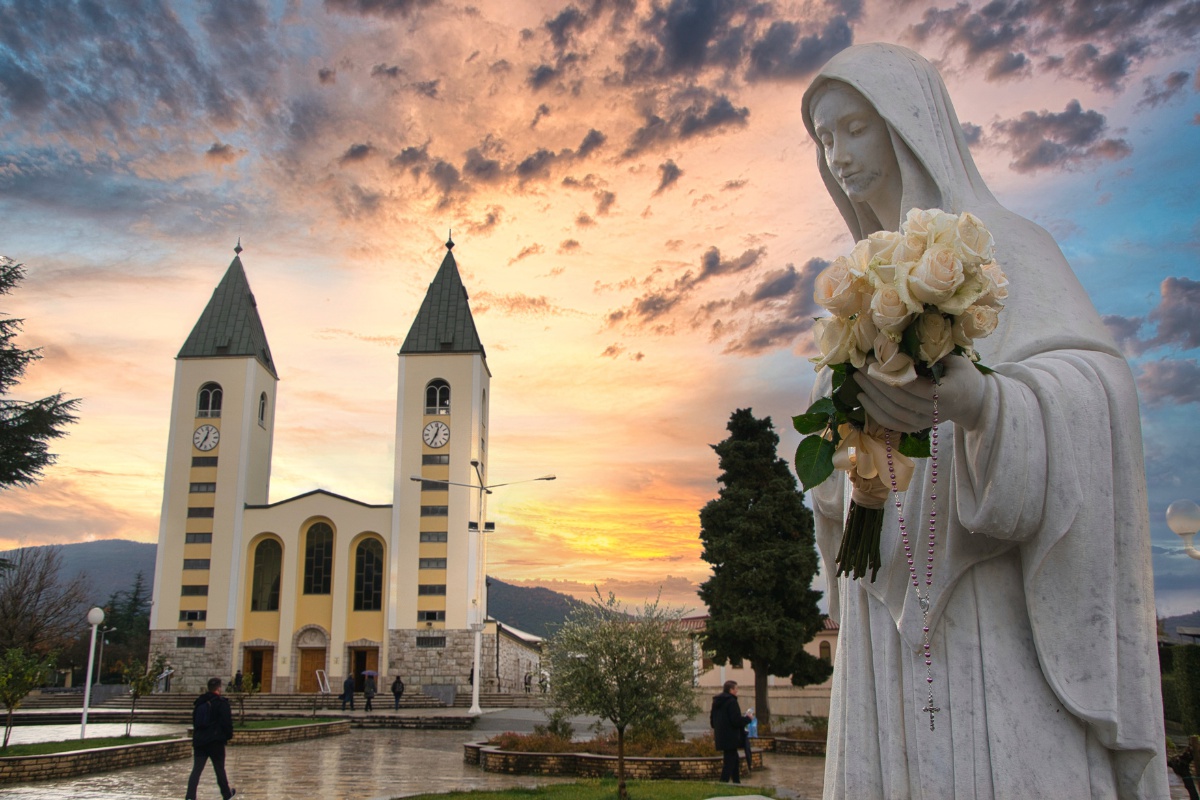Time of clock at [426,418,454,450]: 12:34
